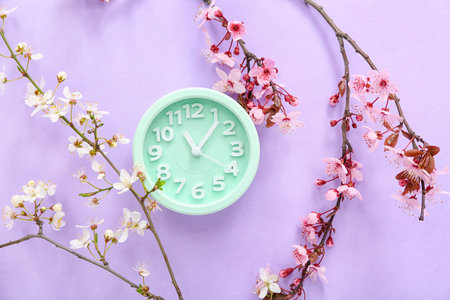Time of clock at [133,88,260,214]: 11:06
